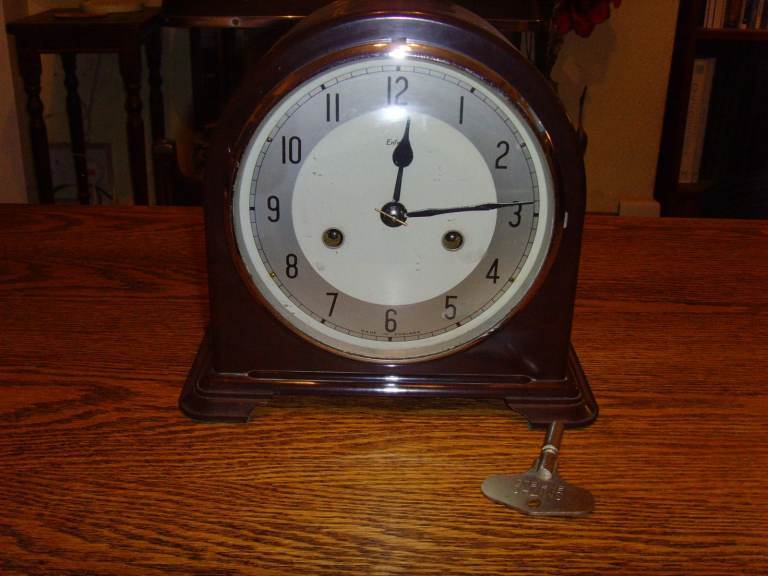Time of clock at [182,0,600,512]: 12:14
